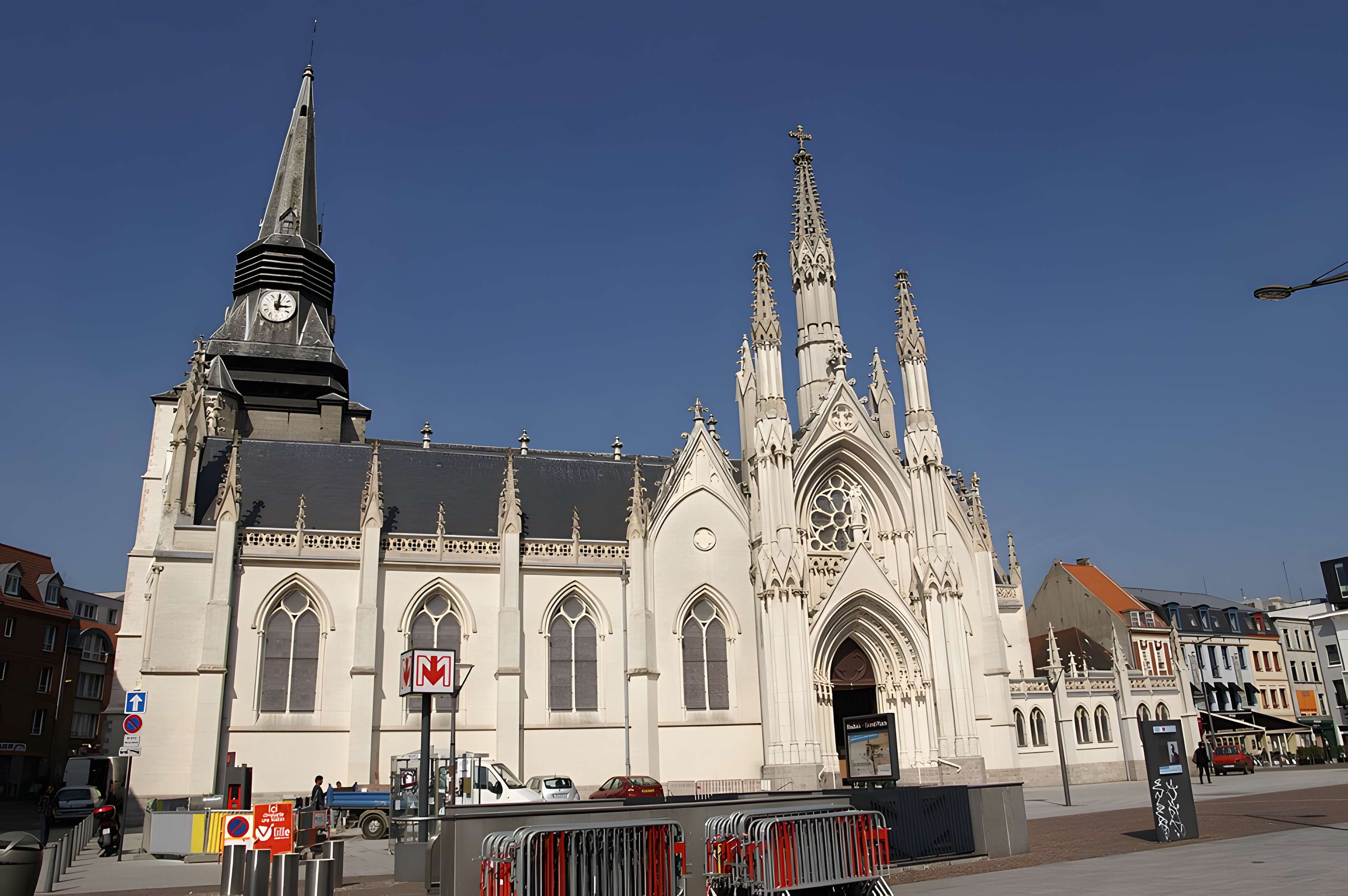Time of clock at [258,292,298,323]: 12:14
